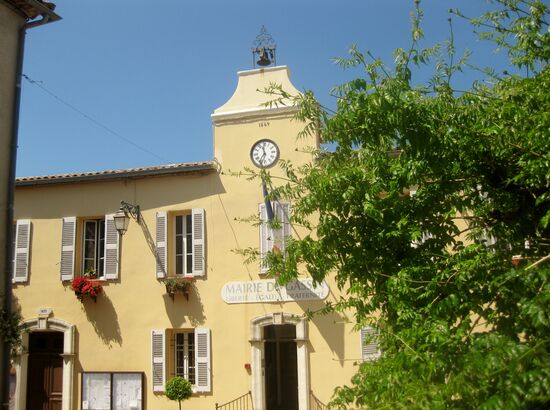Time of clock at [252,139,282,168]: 11:35
